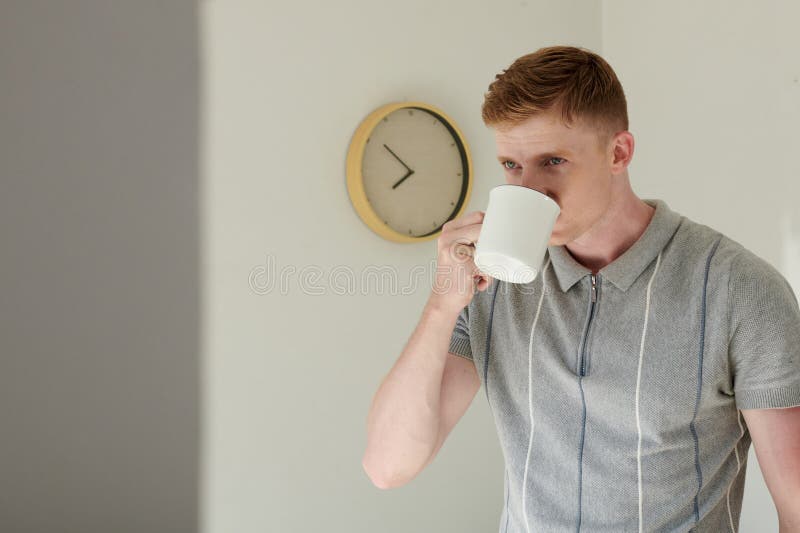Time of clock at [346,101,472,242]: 7:51
